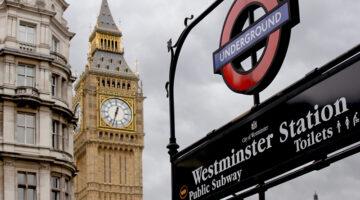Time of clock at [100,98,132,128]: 12:32
